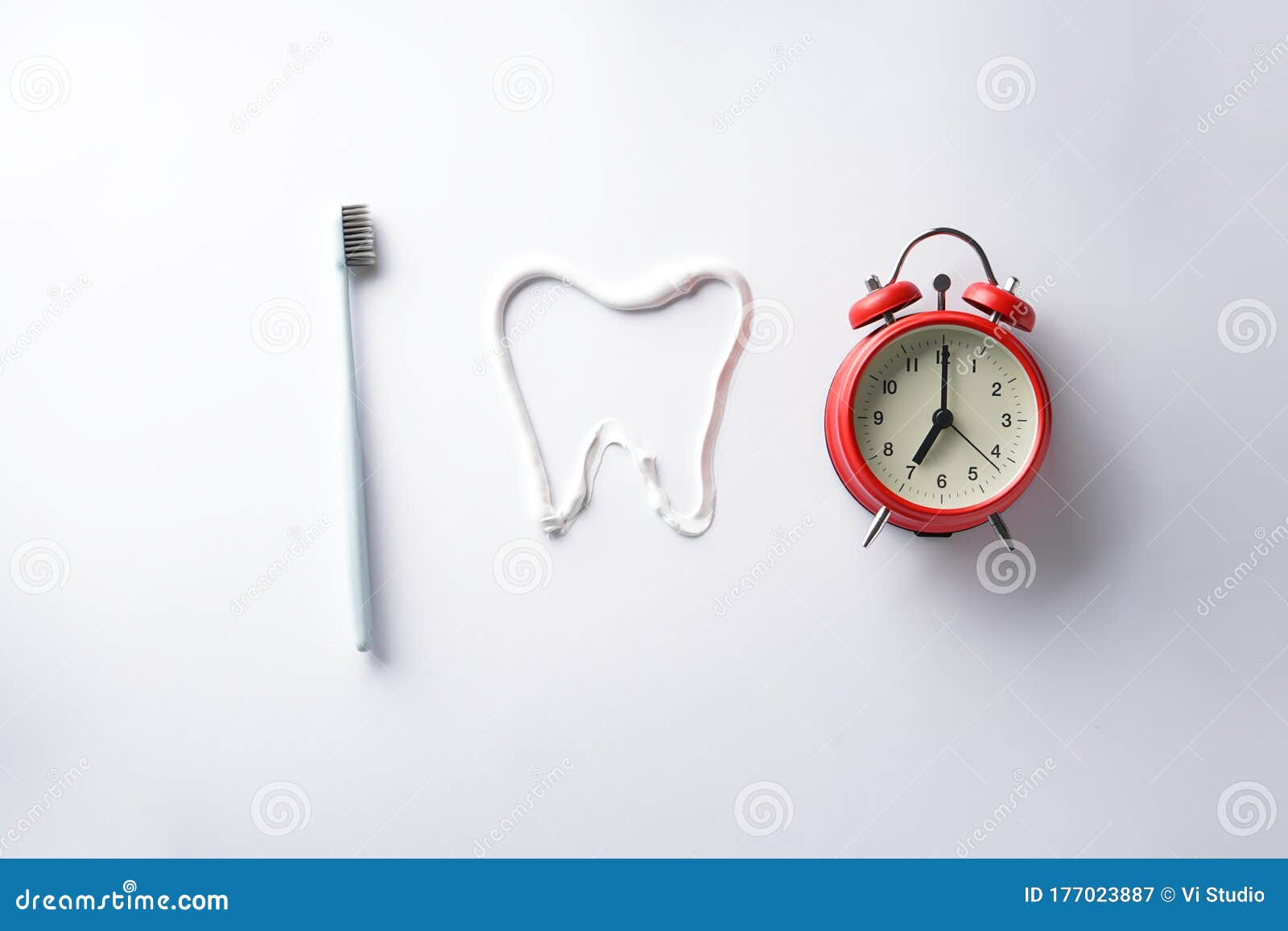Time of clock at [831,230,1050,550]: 7:00
